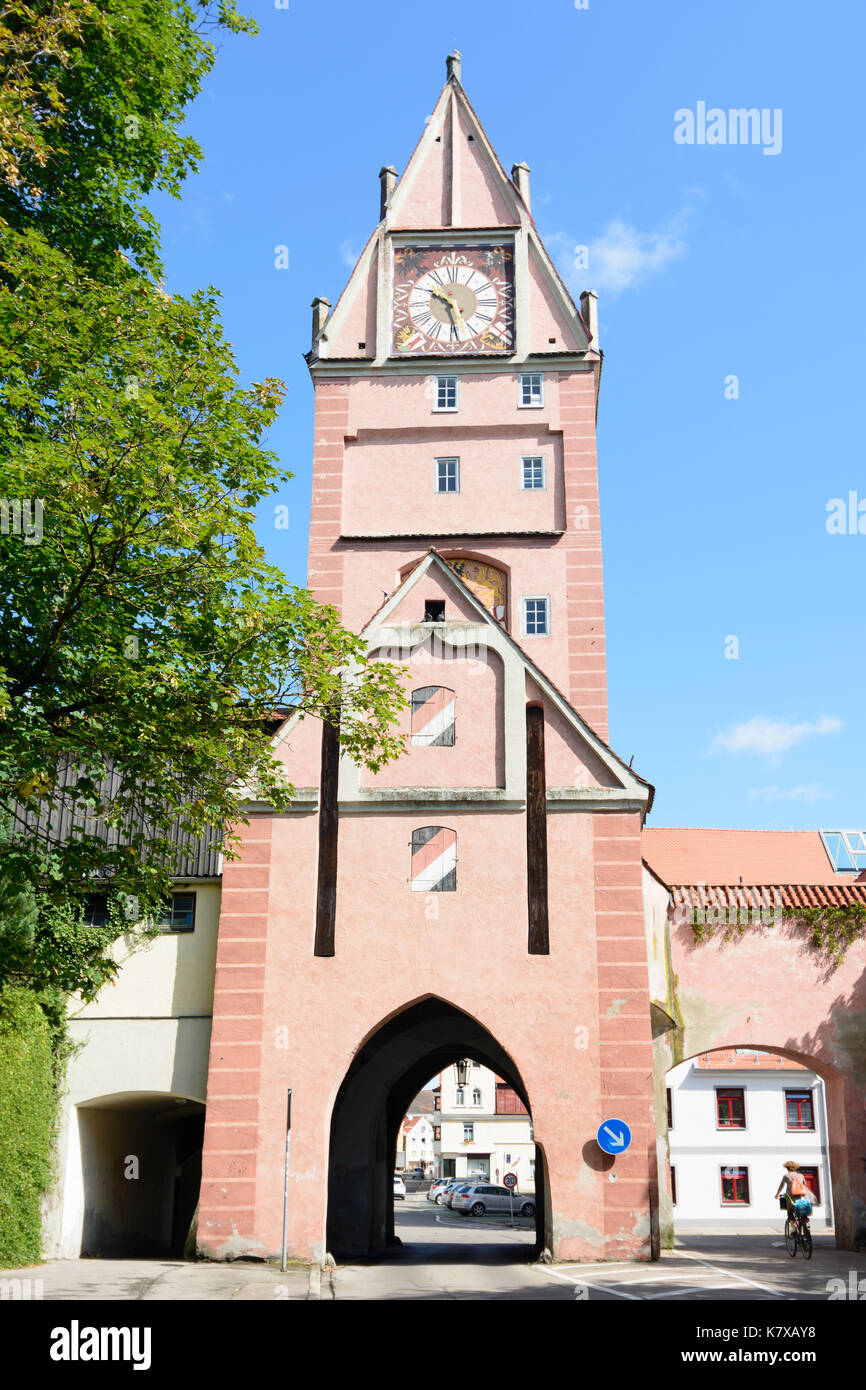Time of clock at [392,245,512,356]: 10:28
